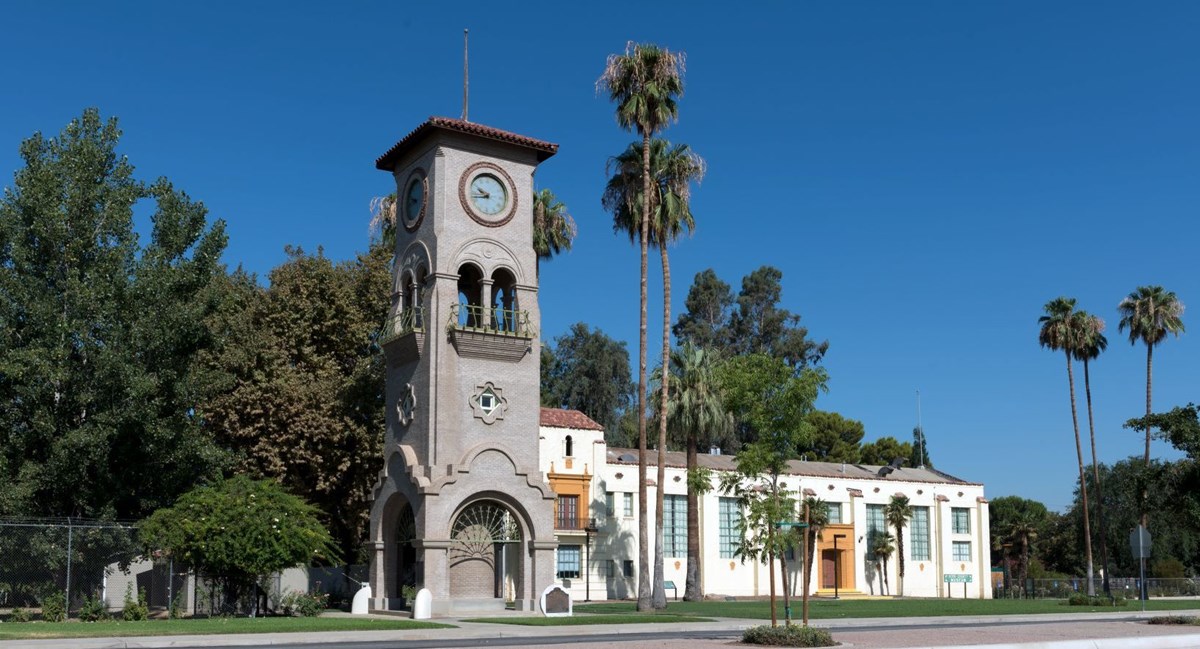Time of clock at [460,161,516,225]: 9:43
